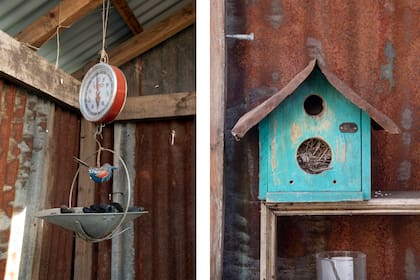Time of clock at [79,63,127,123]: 5:59
